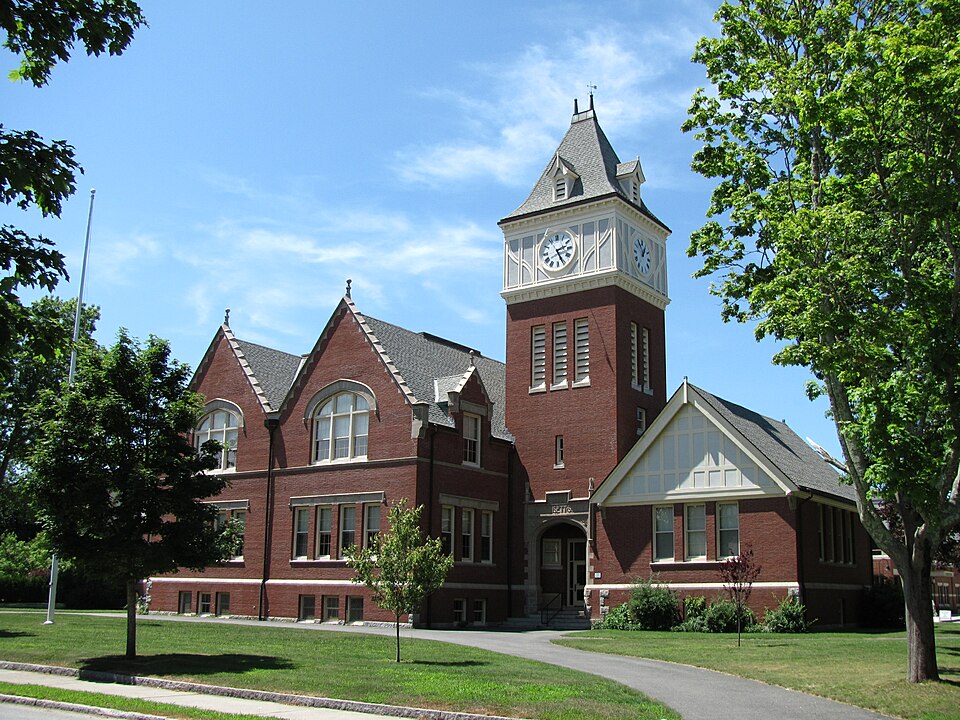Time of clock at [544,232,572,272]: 2:25
